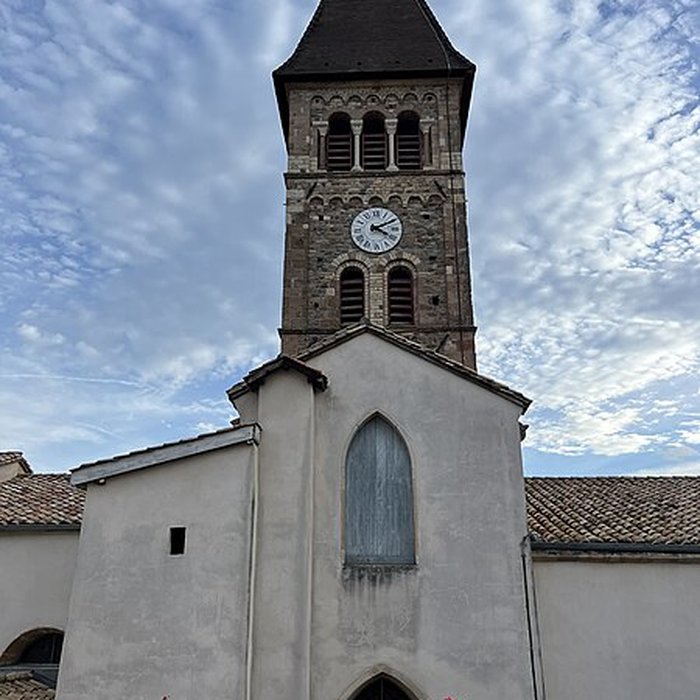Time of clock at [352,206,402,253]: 4:10
